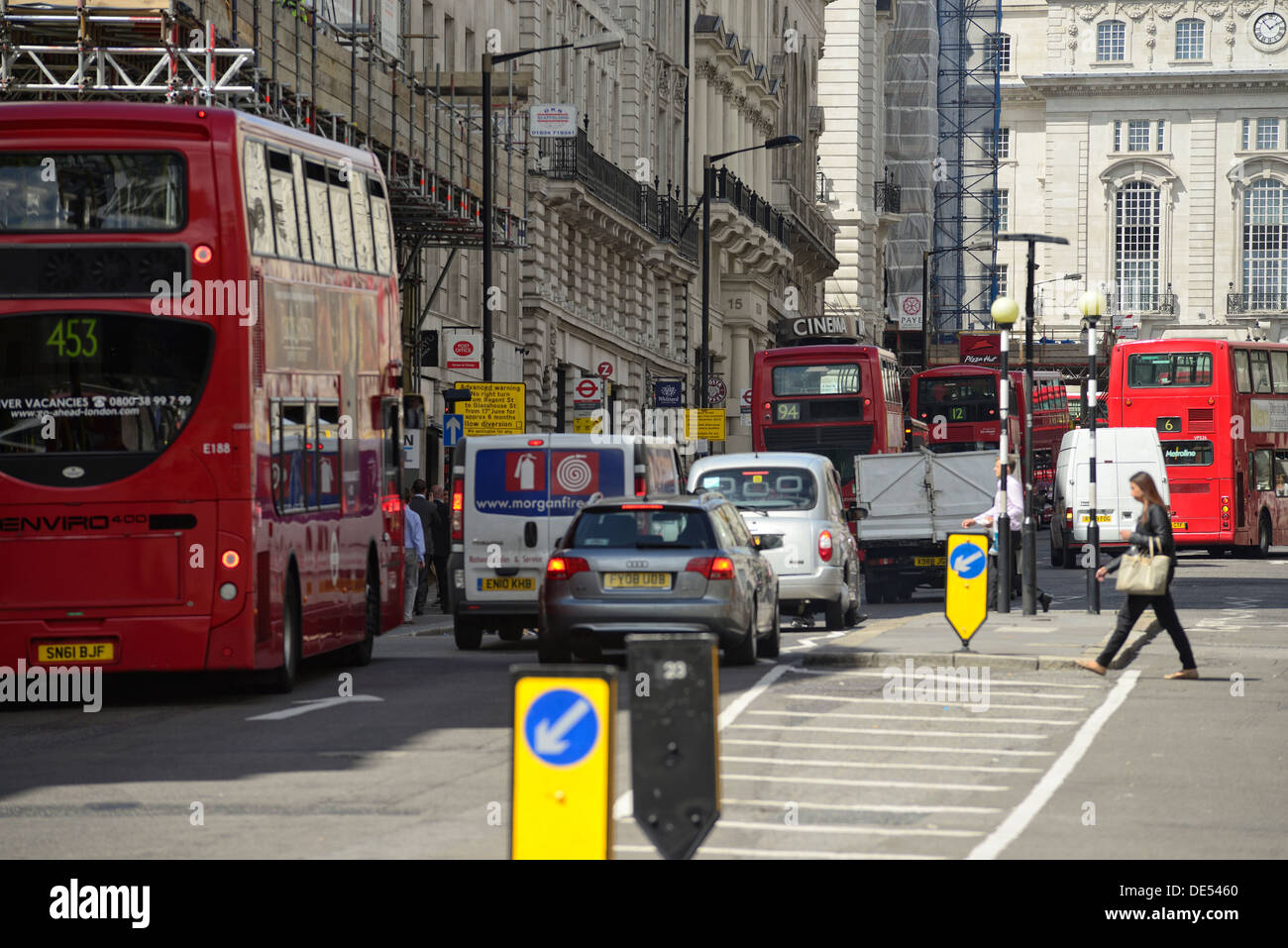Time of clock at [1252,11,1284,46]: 1:52
